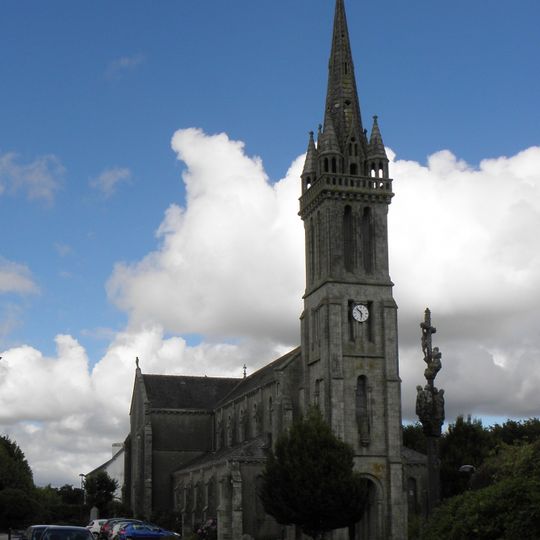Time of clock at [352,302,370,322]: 5:51
